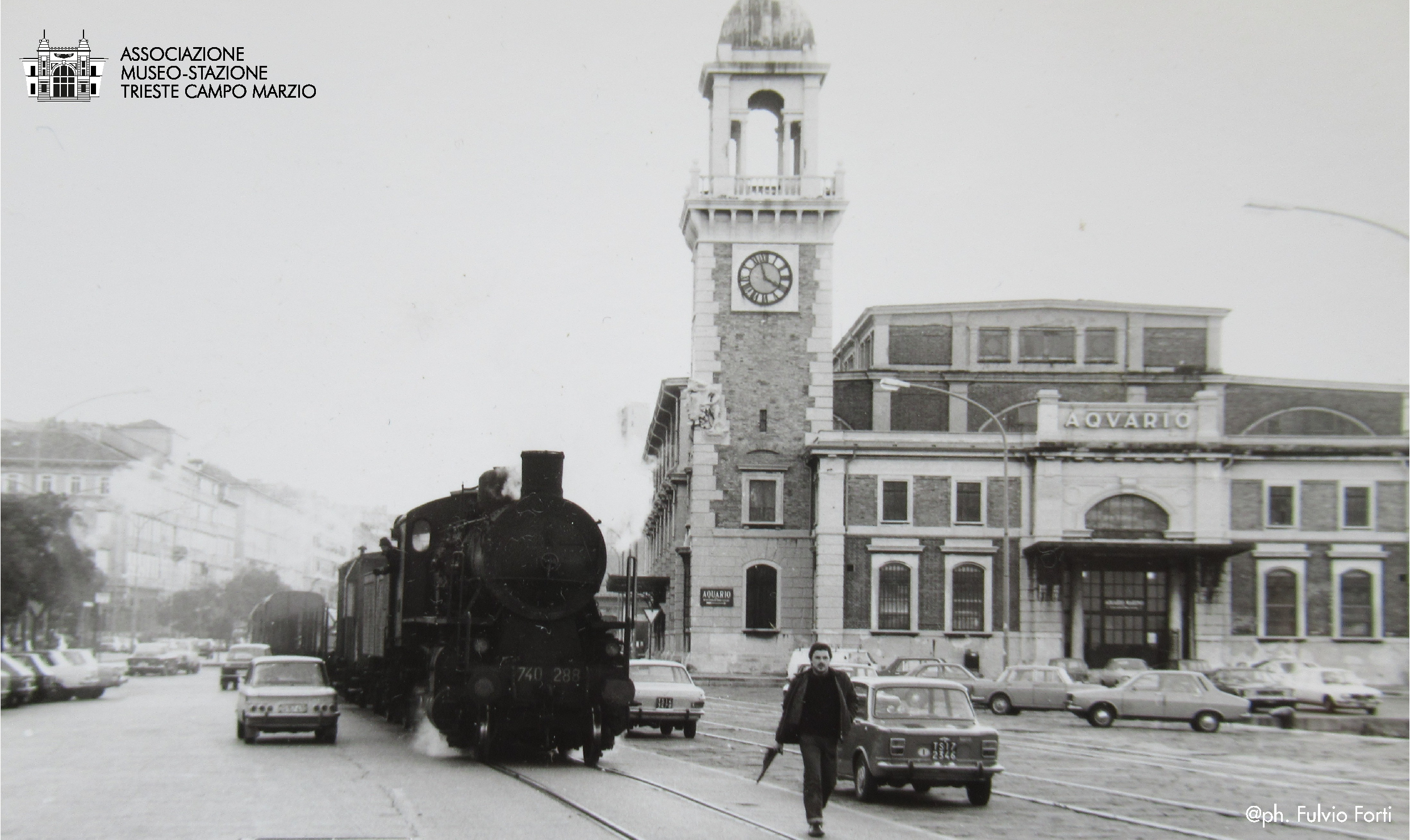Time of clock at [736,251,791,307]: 3:57
